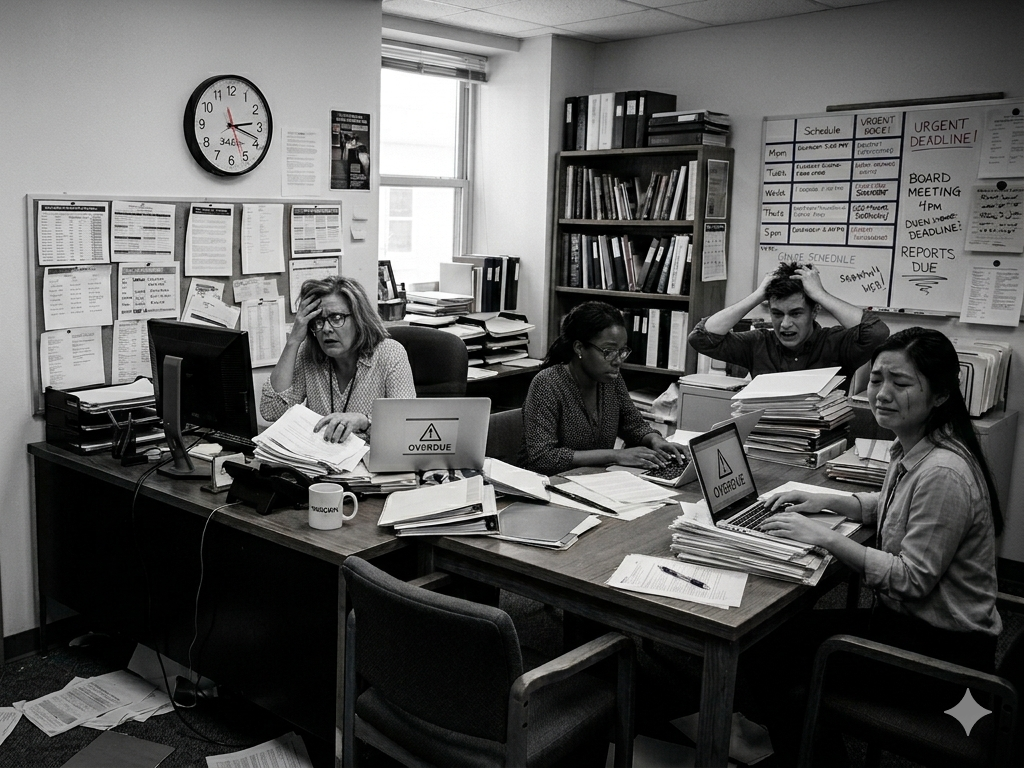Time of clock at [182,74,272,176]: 2:18
